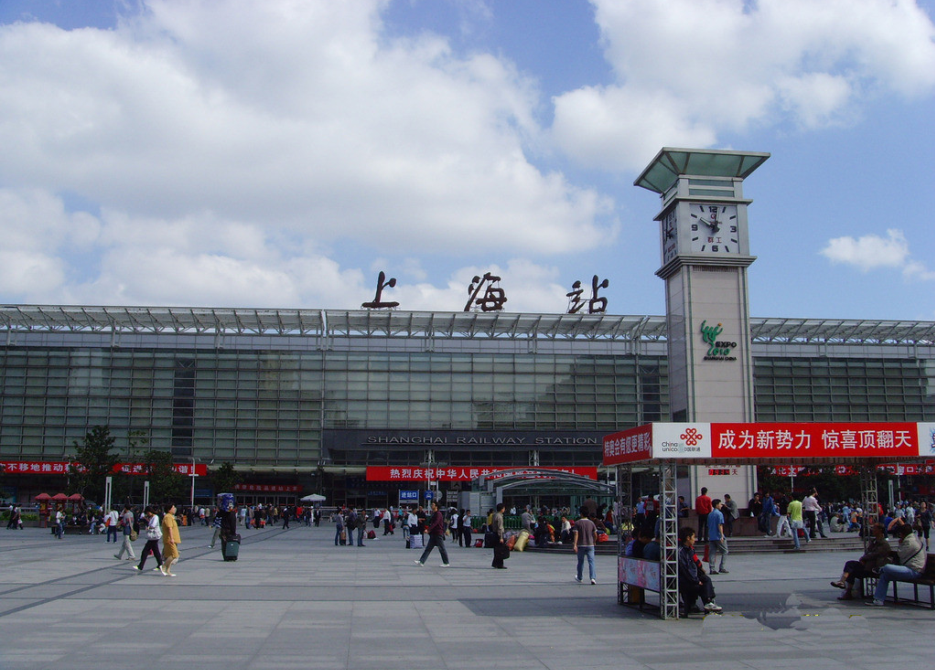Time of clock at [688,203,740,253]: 10:01
